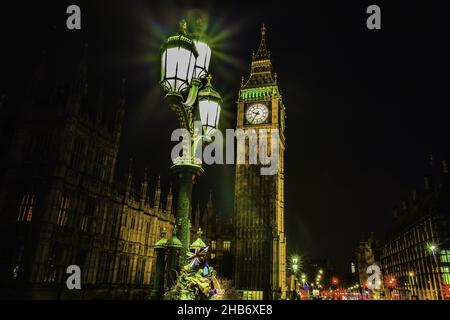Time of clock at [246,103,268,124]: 9:36
